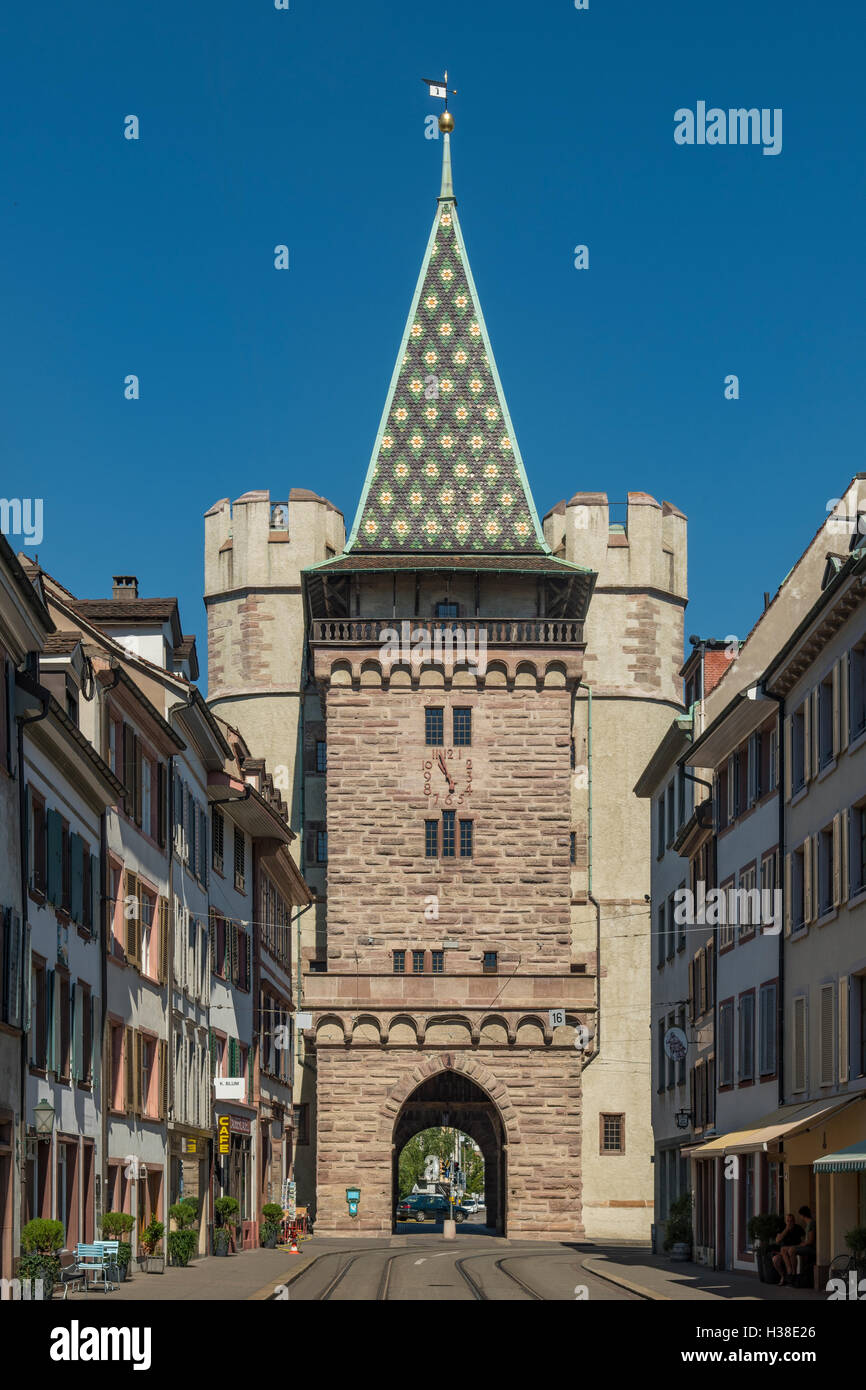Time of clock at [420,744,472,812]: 10:56
